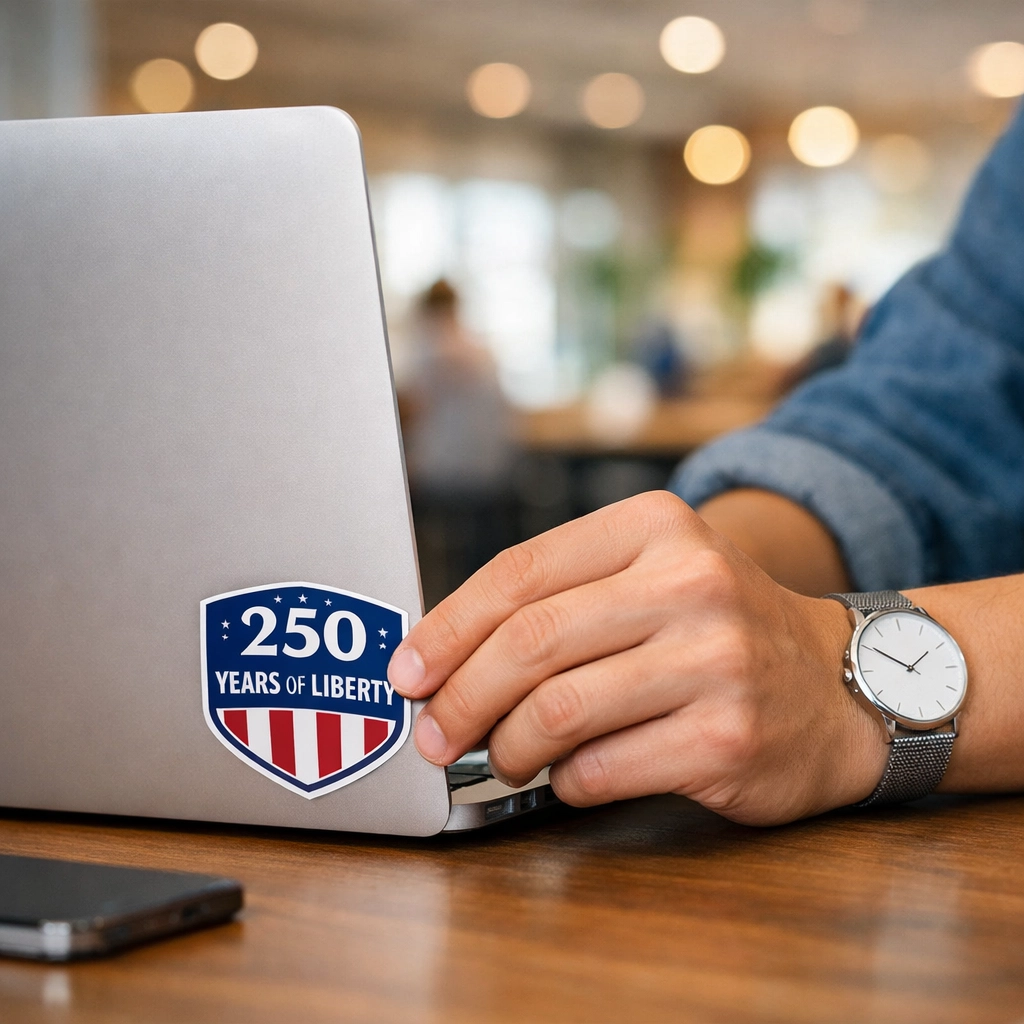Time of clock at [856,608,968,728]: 1:50
